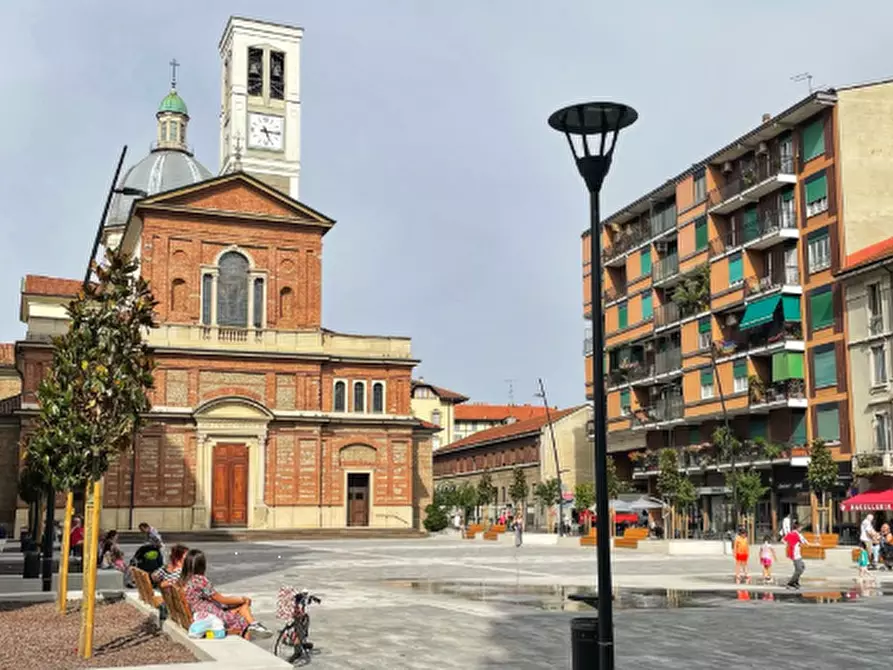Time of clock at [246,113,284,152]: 5:15
